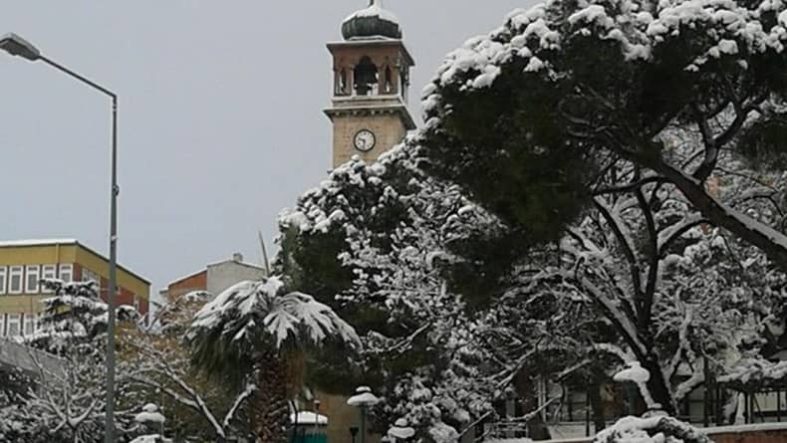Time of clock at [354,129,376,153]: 9:32
